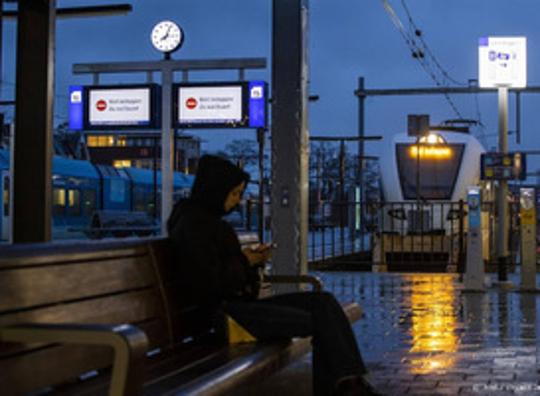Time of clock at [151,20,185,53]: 8:04
